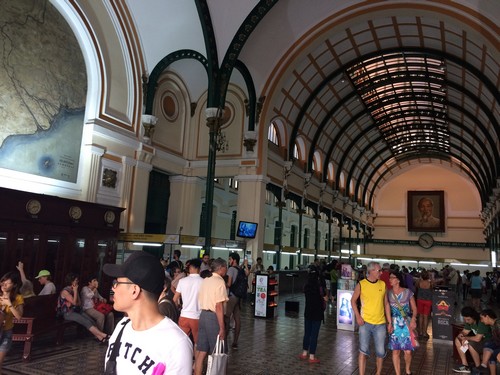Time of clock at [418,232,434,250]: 4:50
